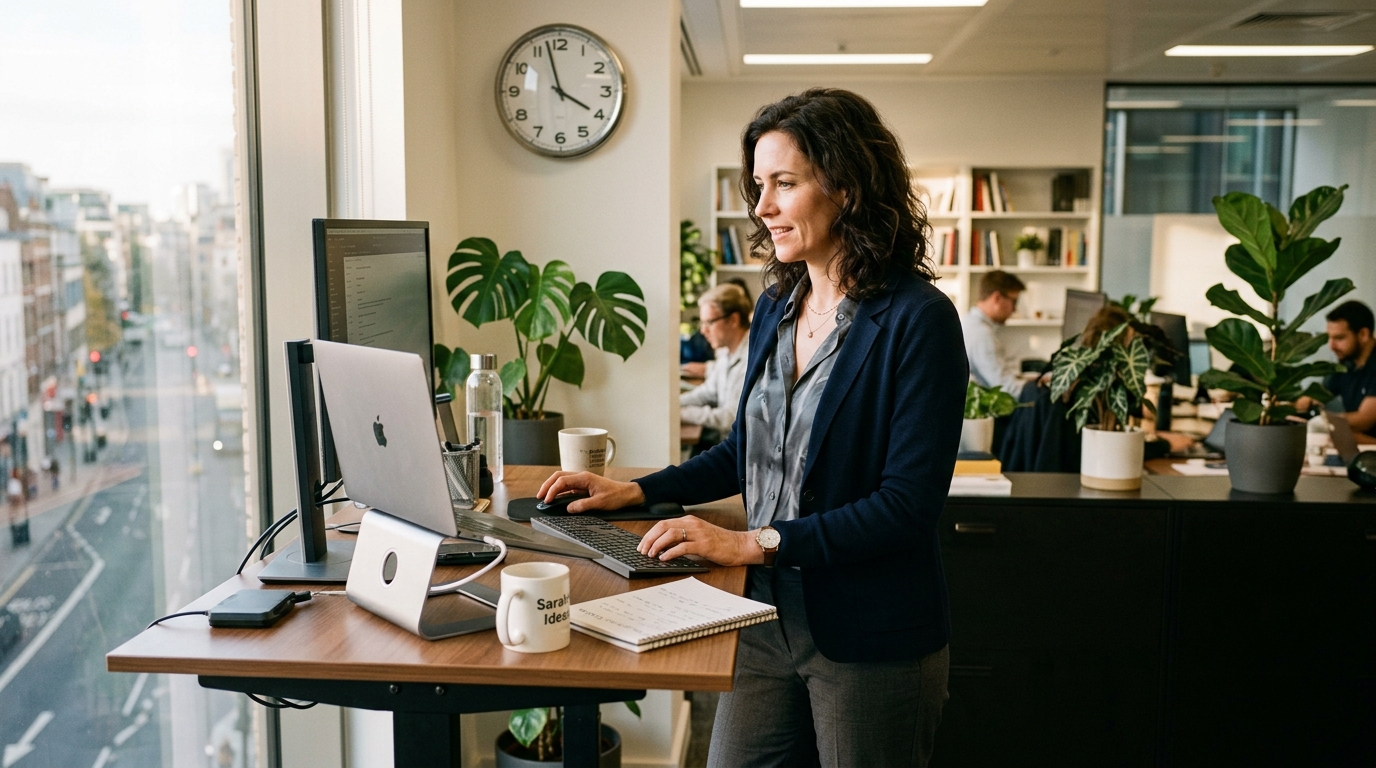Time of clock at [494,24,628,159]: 3:57
